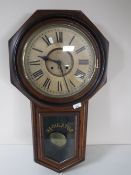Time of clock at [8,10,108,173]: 9:26
